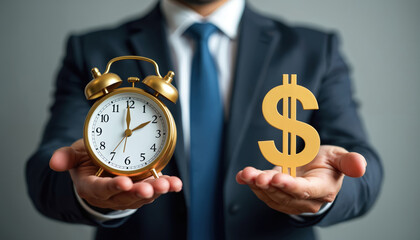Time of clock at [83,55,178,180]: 1:59
